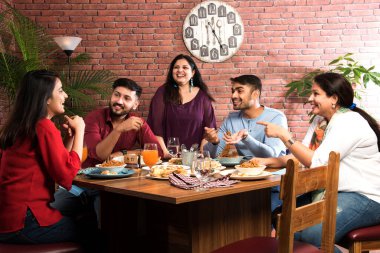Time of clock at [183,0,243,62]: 6:25
